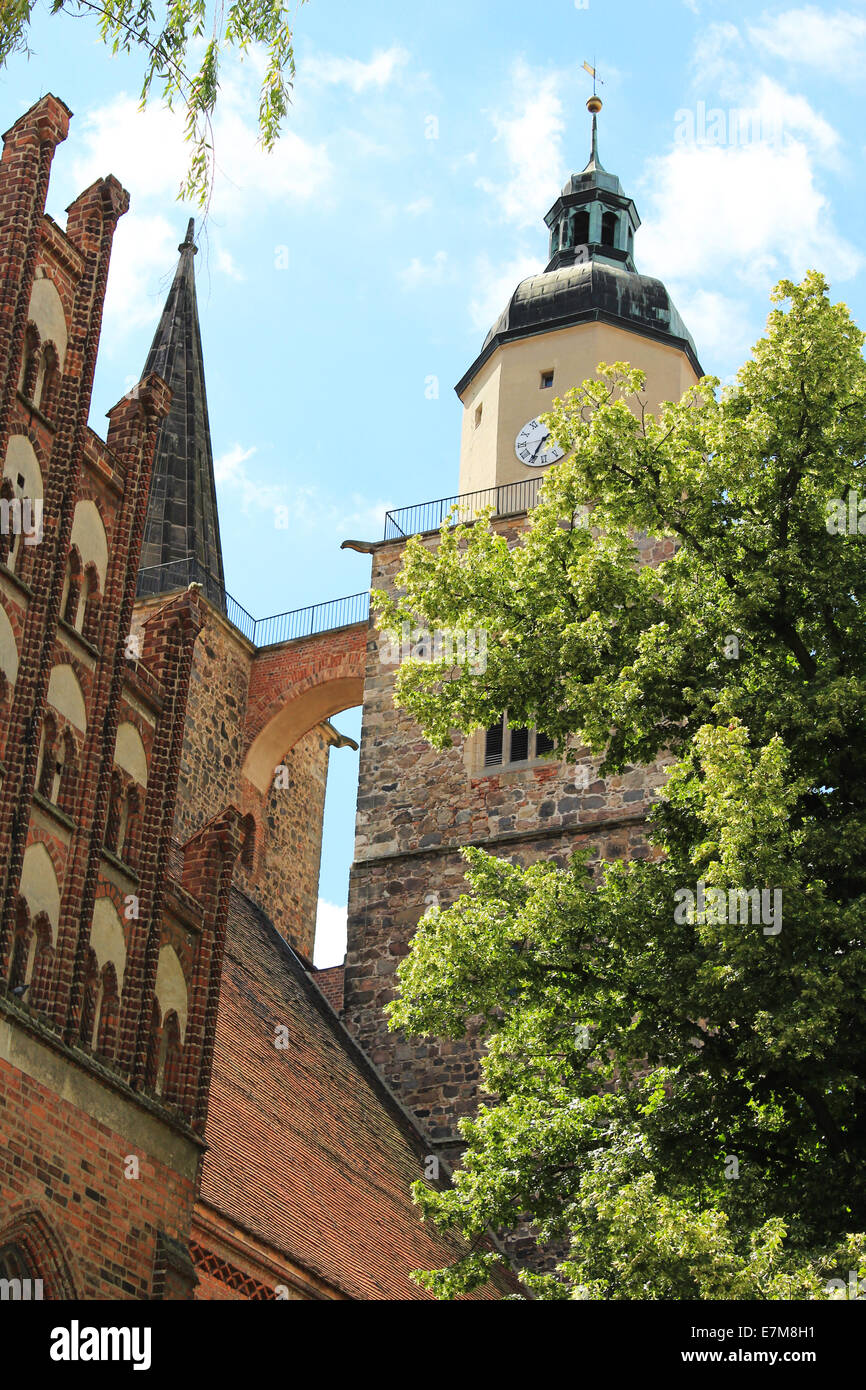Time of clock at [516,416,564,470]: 1:35
